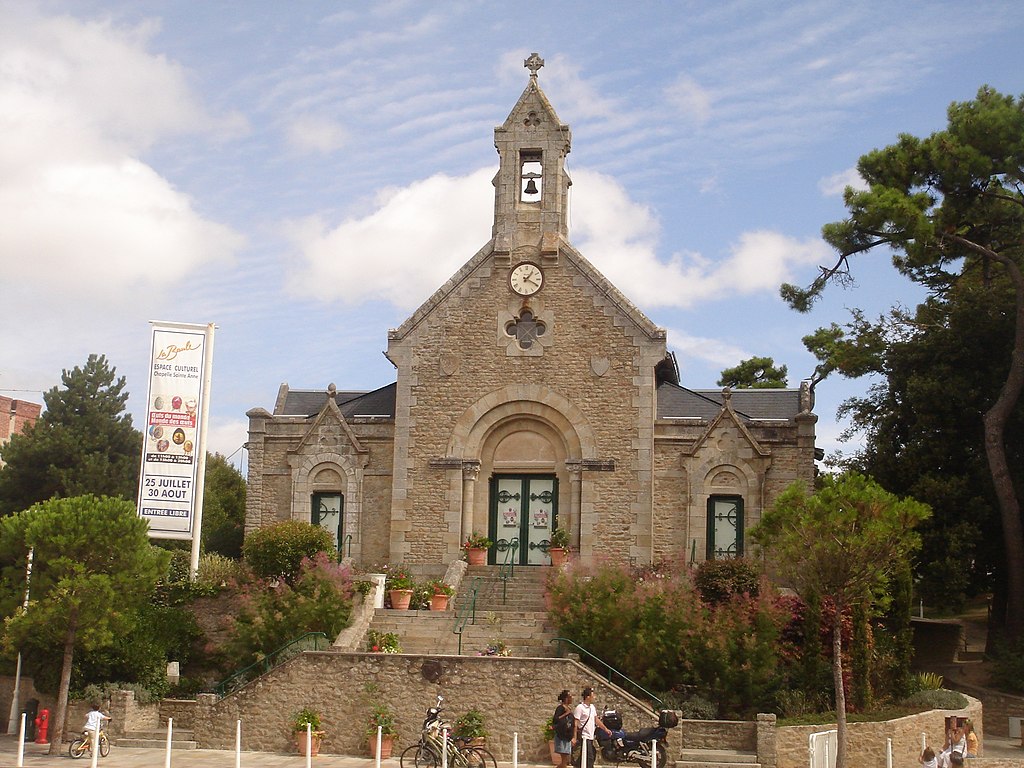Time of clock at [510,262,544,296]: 1:19
